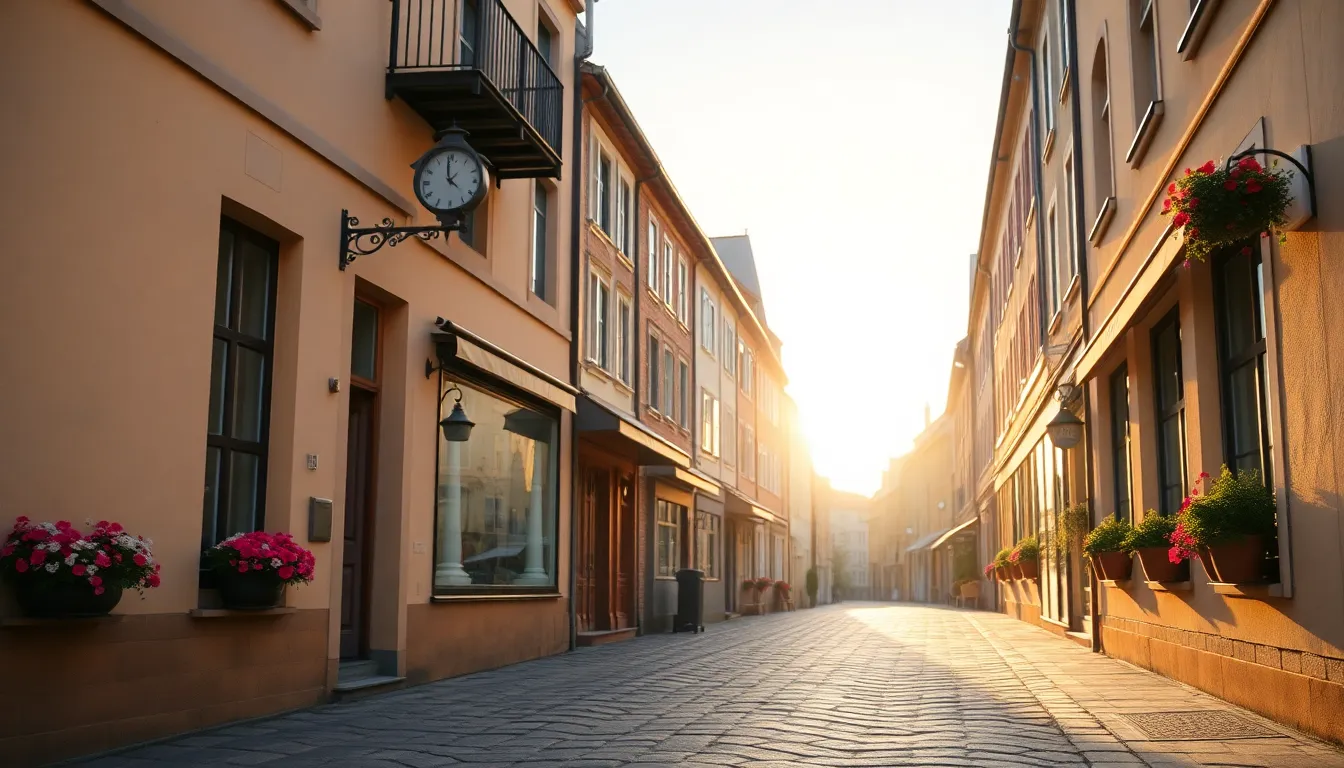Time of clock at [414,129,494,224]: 3:58
